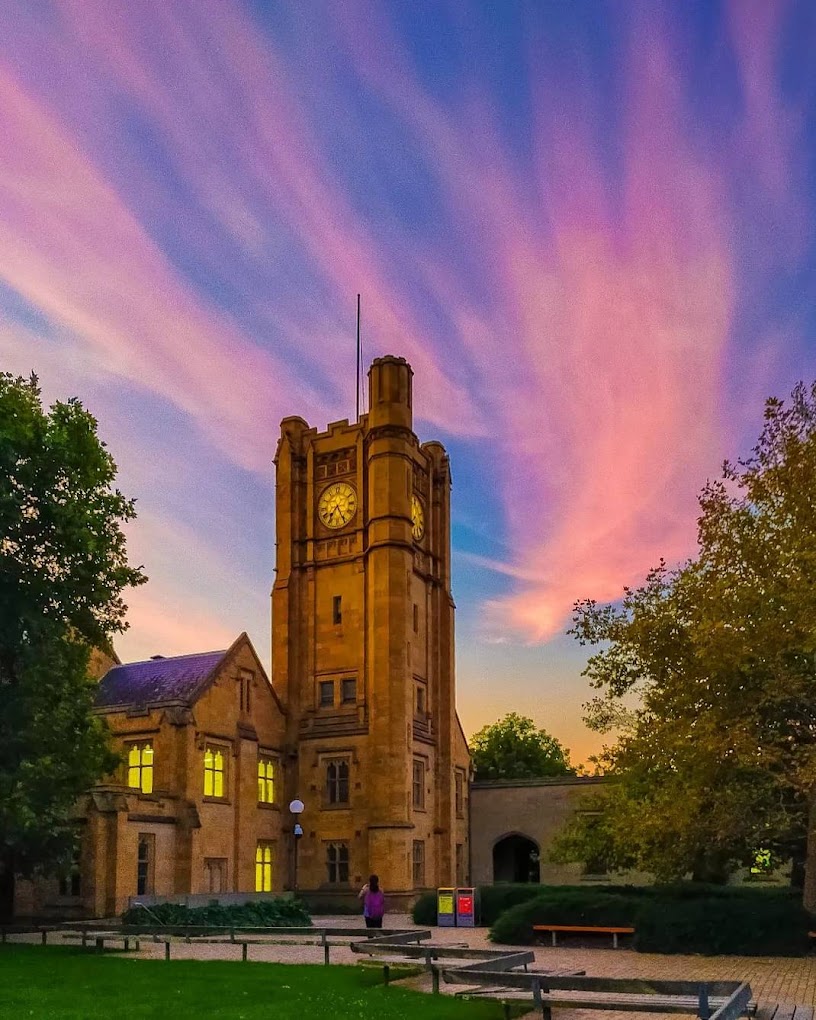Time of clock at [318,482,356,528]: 7:25
